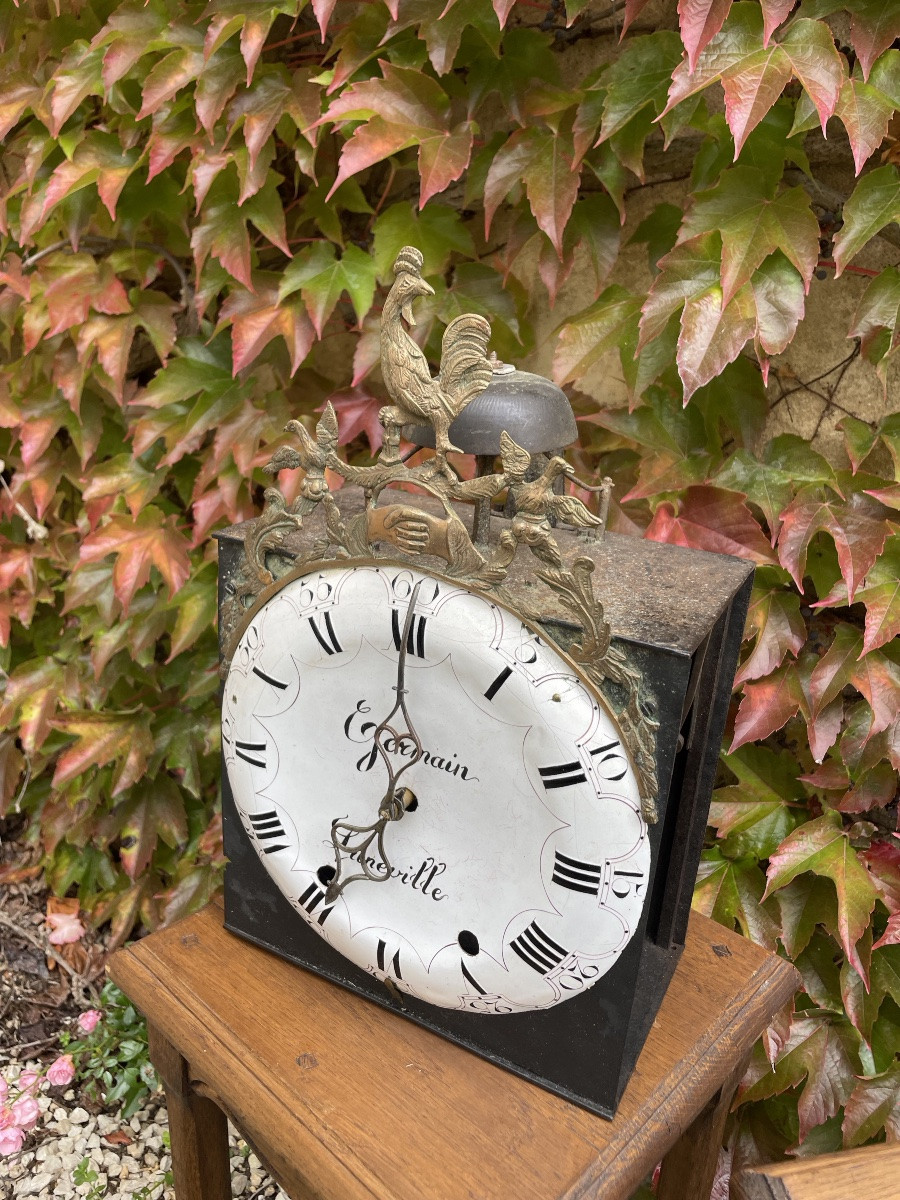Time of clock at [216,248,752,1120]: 6:59
